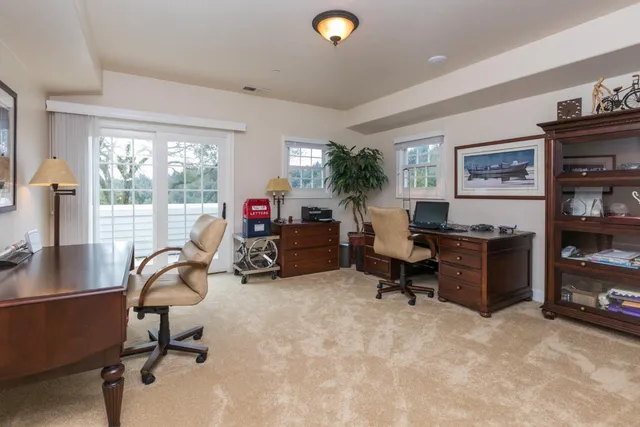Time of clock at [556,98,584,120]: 6:32
